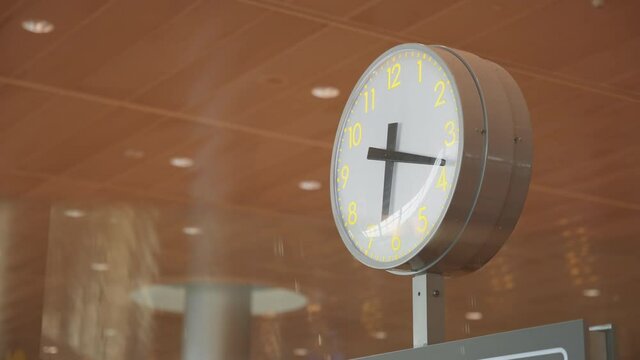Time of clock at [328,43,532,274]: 6:18
